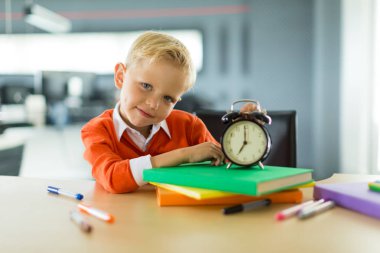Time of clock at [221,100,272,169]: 7:00
